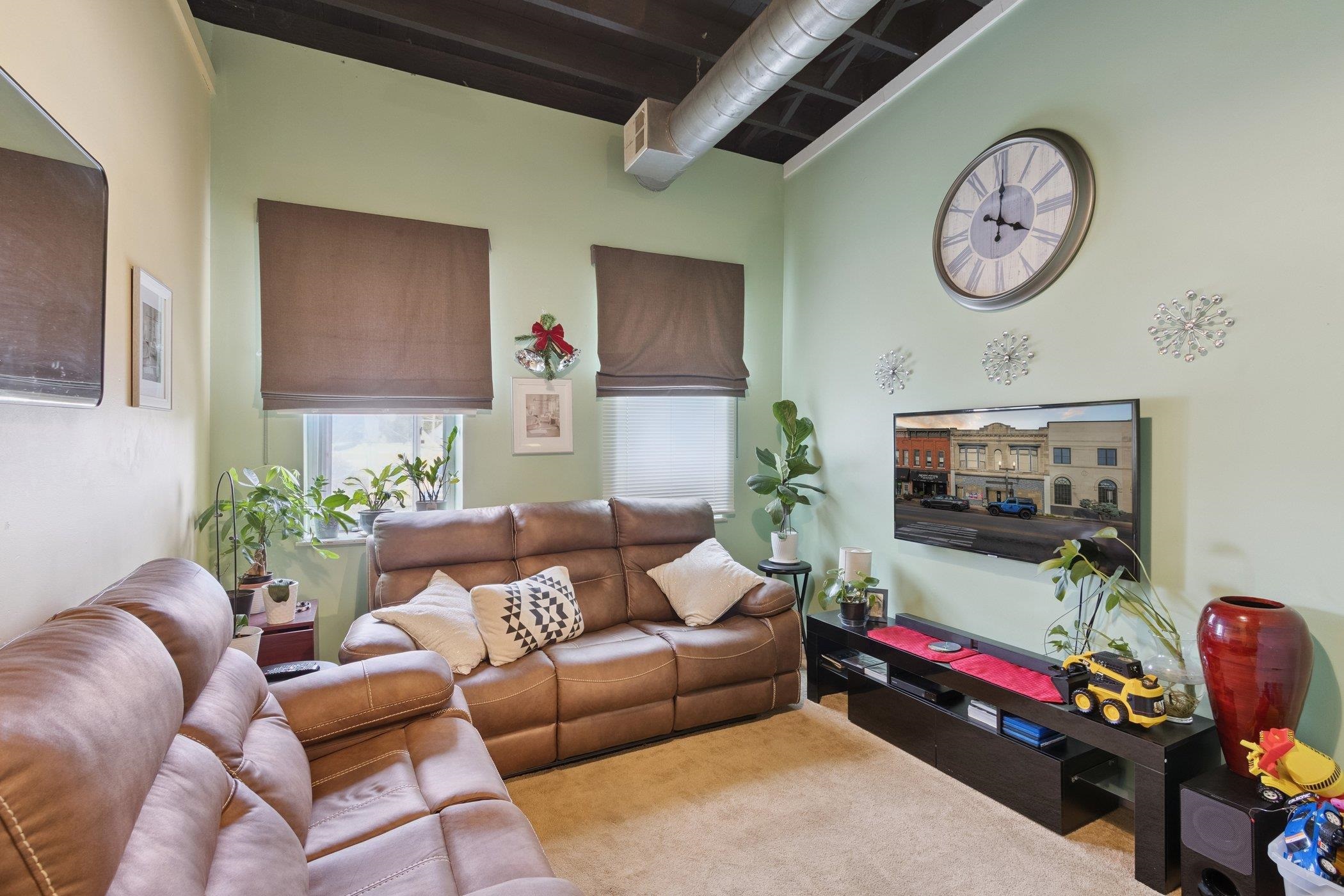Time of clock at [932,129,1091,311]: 4:00
